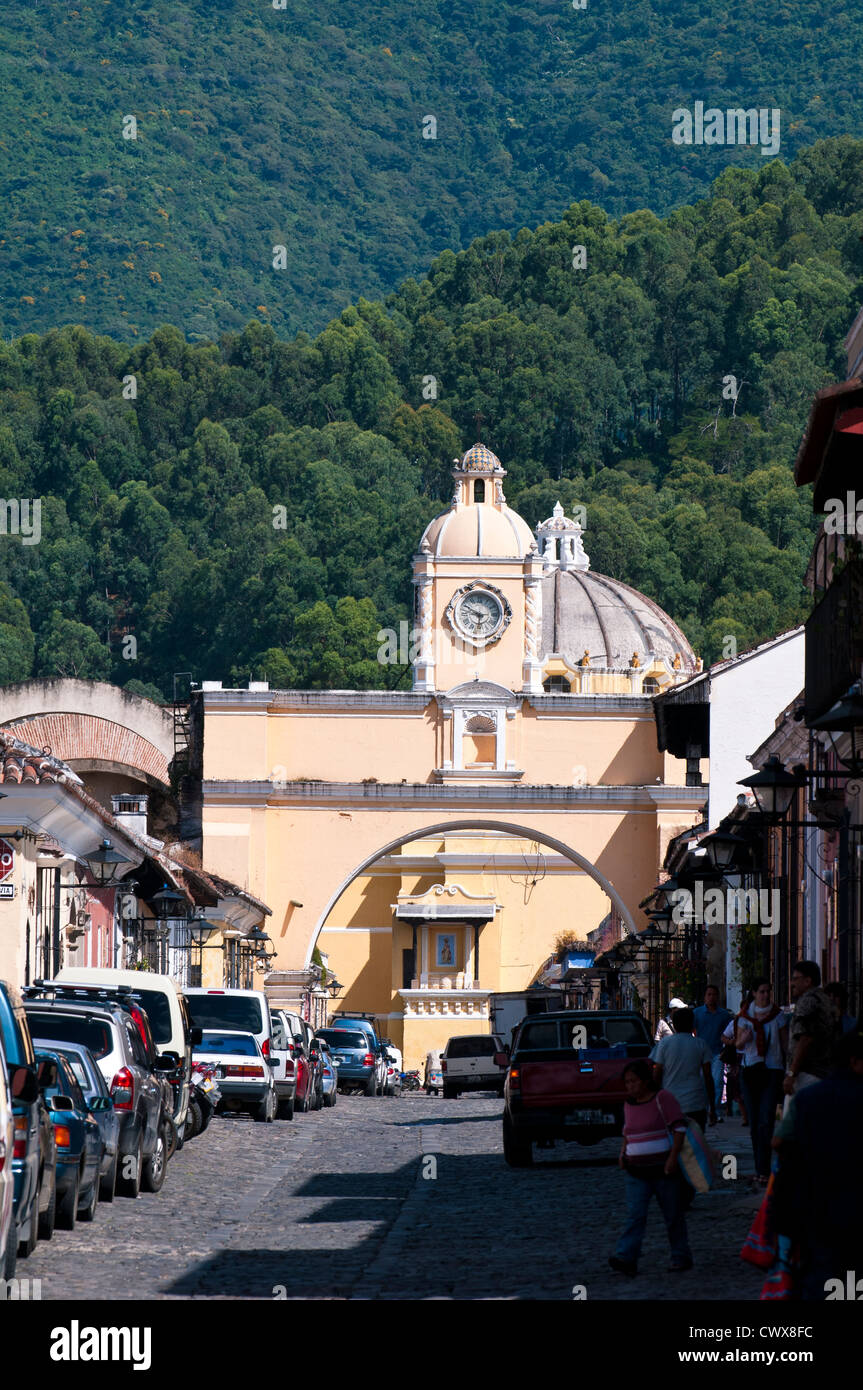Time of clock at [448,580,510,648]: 5:49
